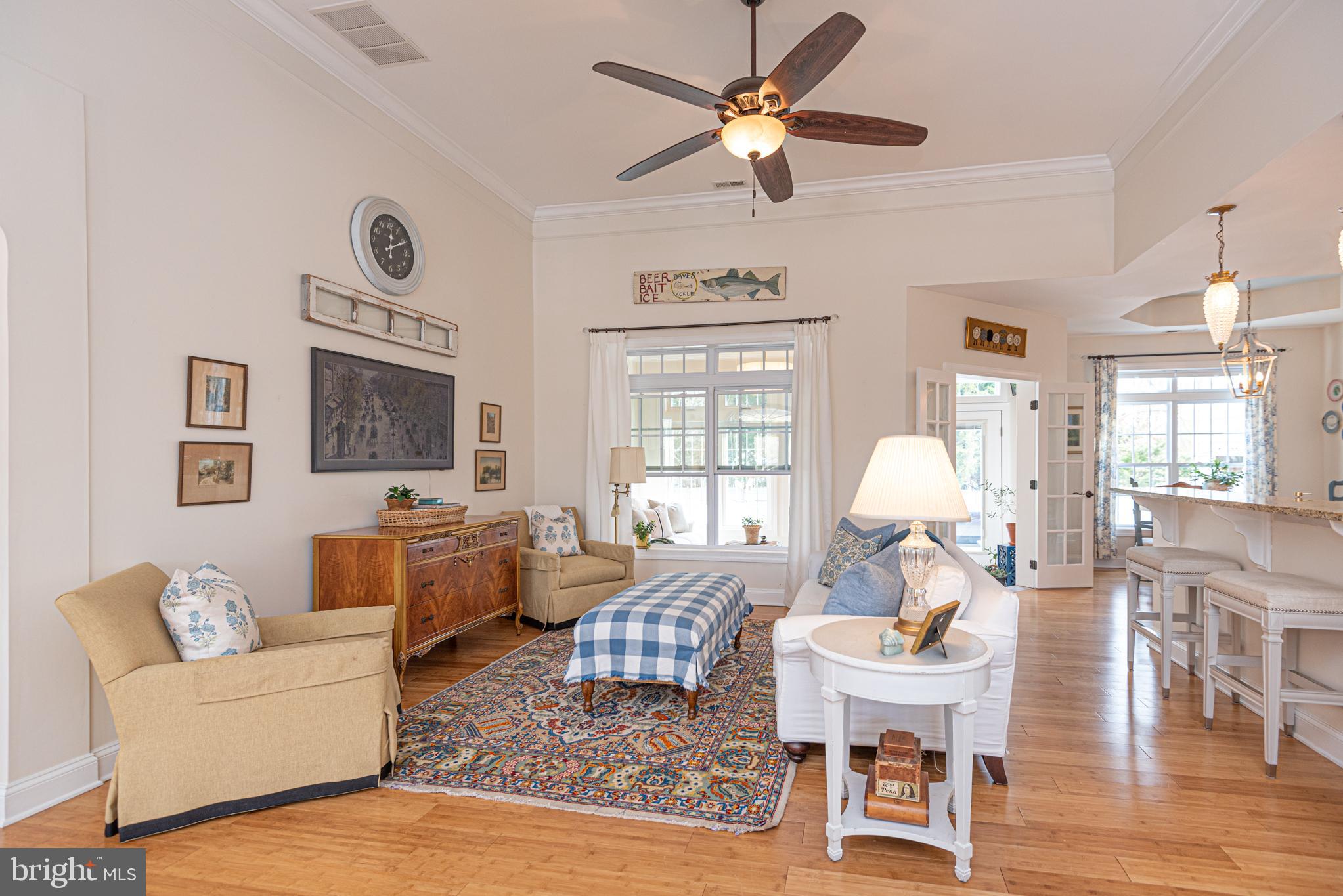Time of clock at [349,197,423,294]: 12:10
